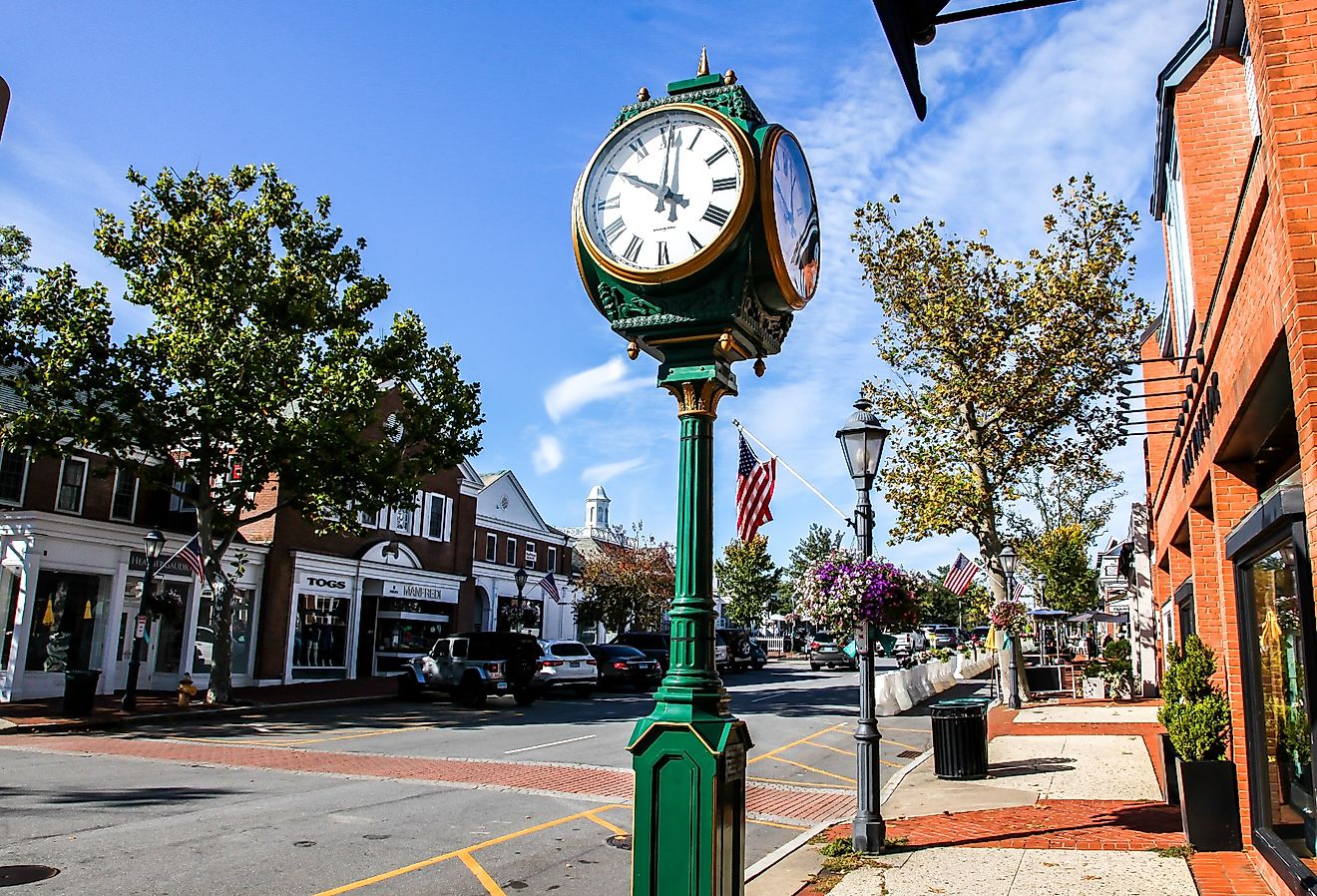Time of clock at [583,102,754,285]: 10:00
